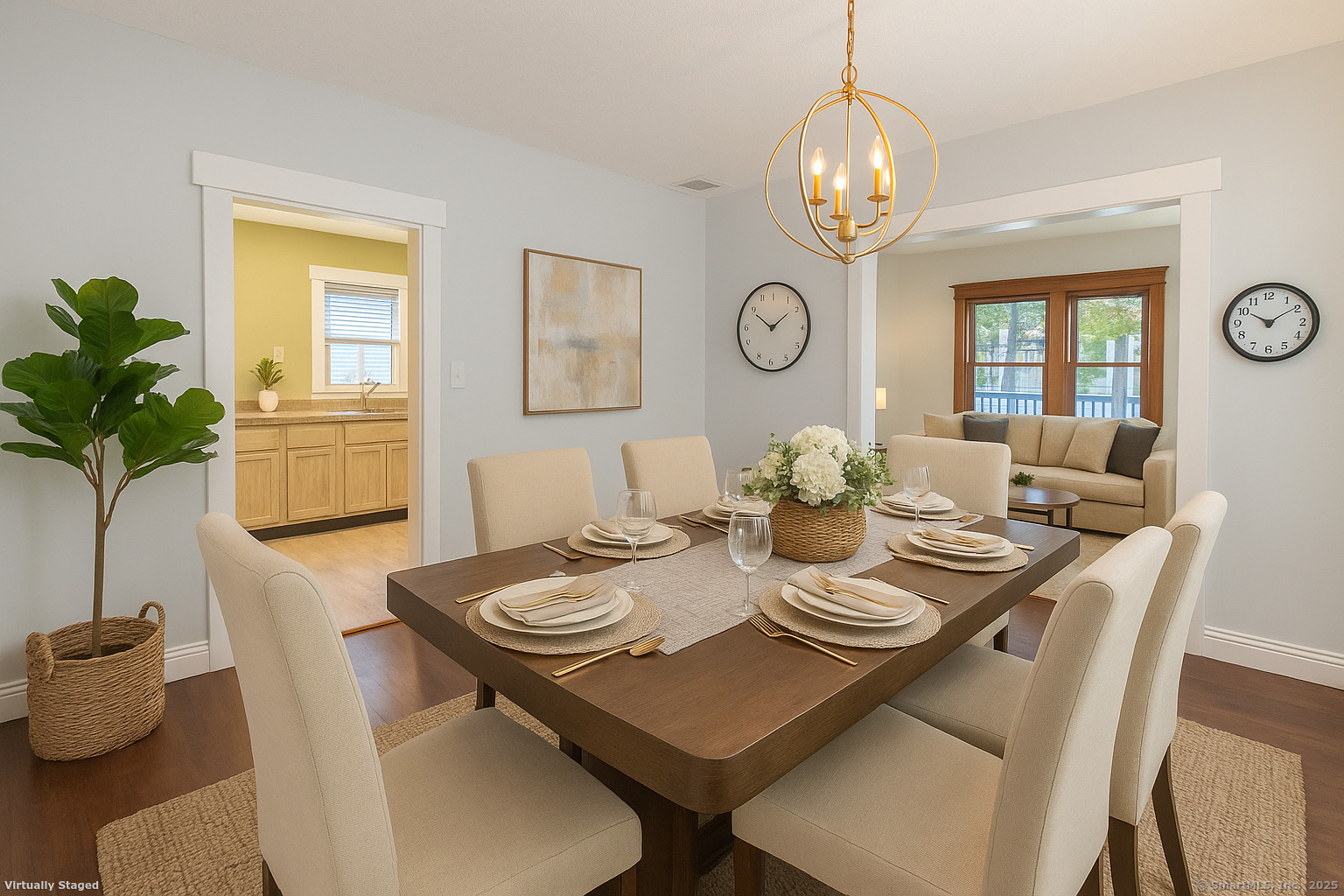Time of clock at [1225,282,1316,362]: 10:09
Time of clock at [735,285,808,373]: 1:49
